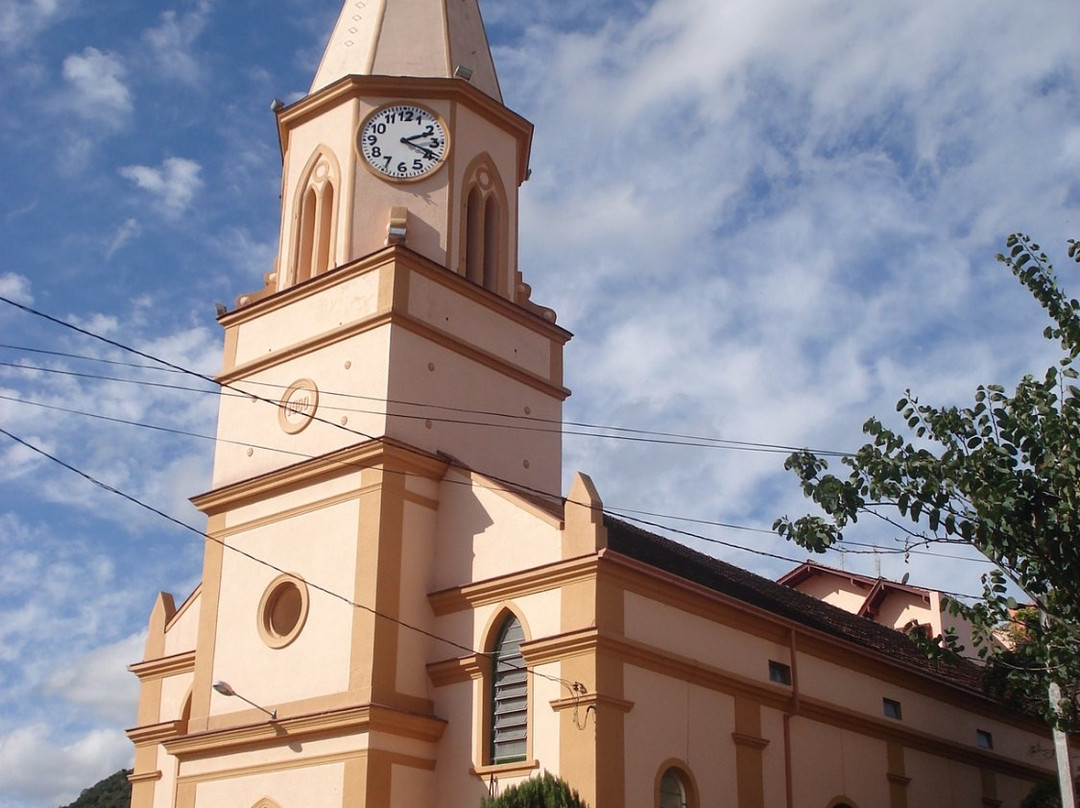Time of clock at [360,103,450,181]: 2:18
